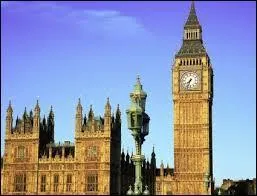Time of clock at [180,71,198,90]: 7:33
